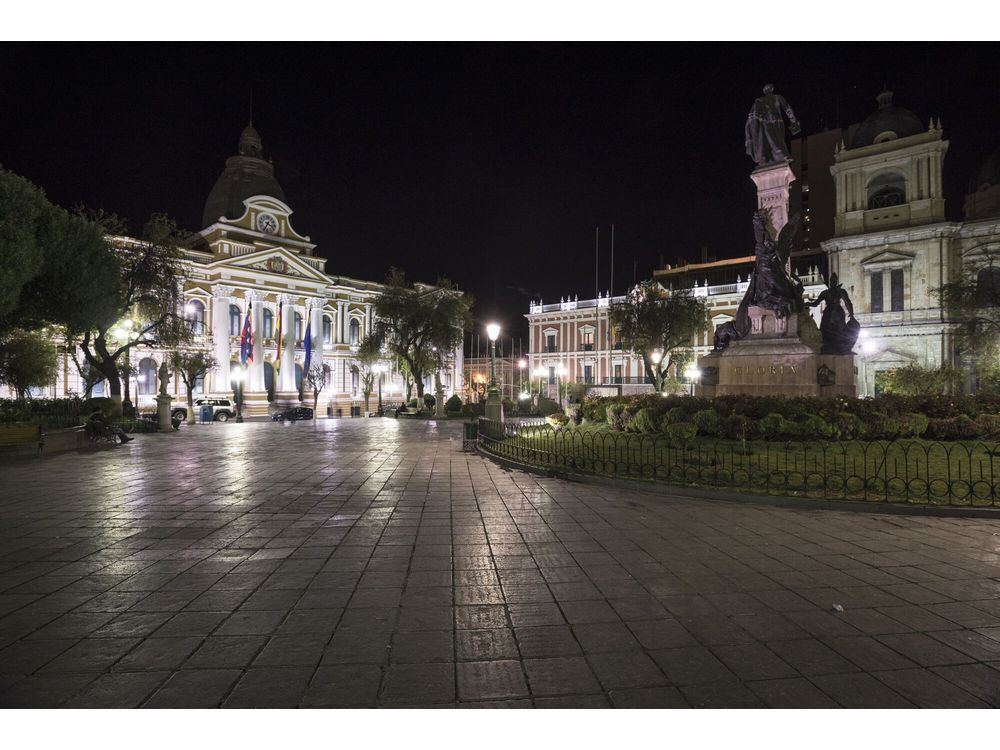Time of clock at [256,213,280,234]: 3:34
